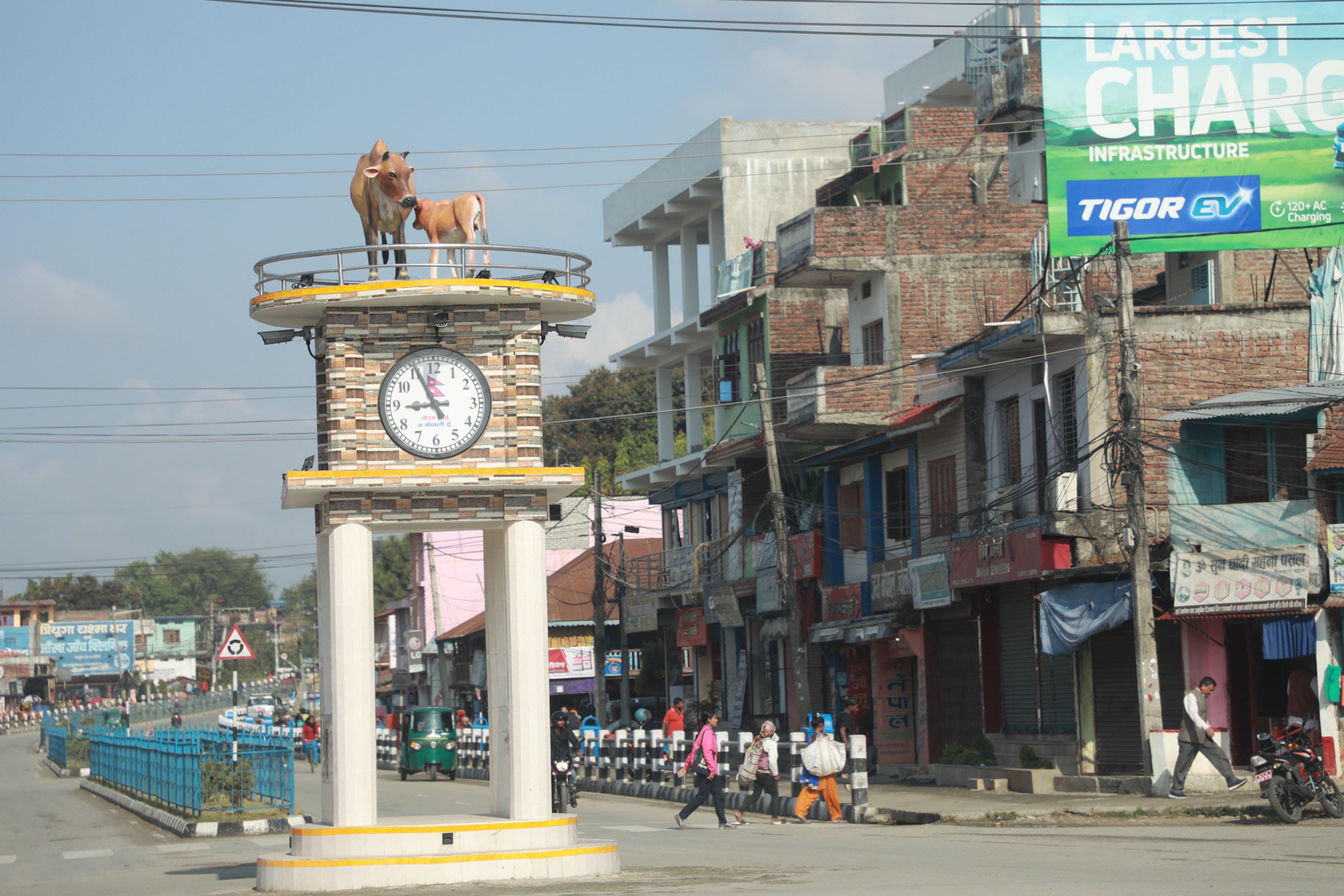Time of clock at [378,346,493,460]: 8:55
